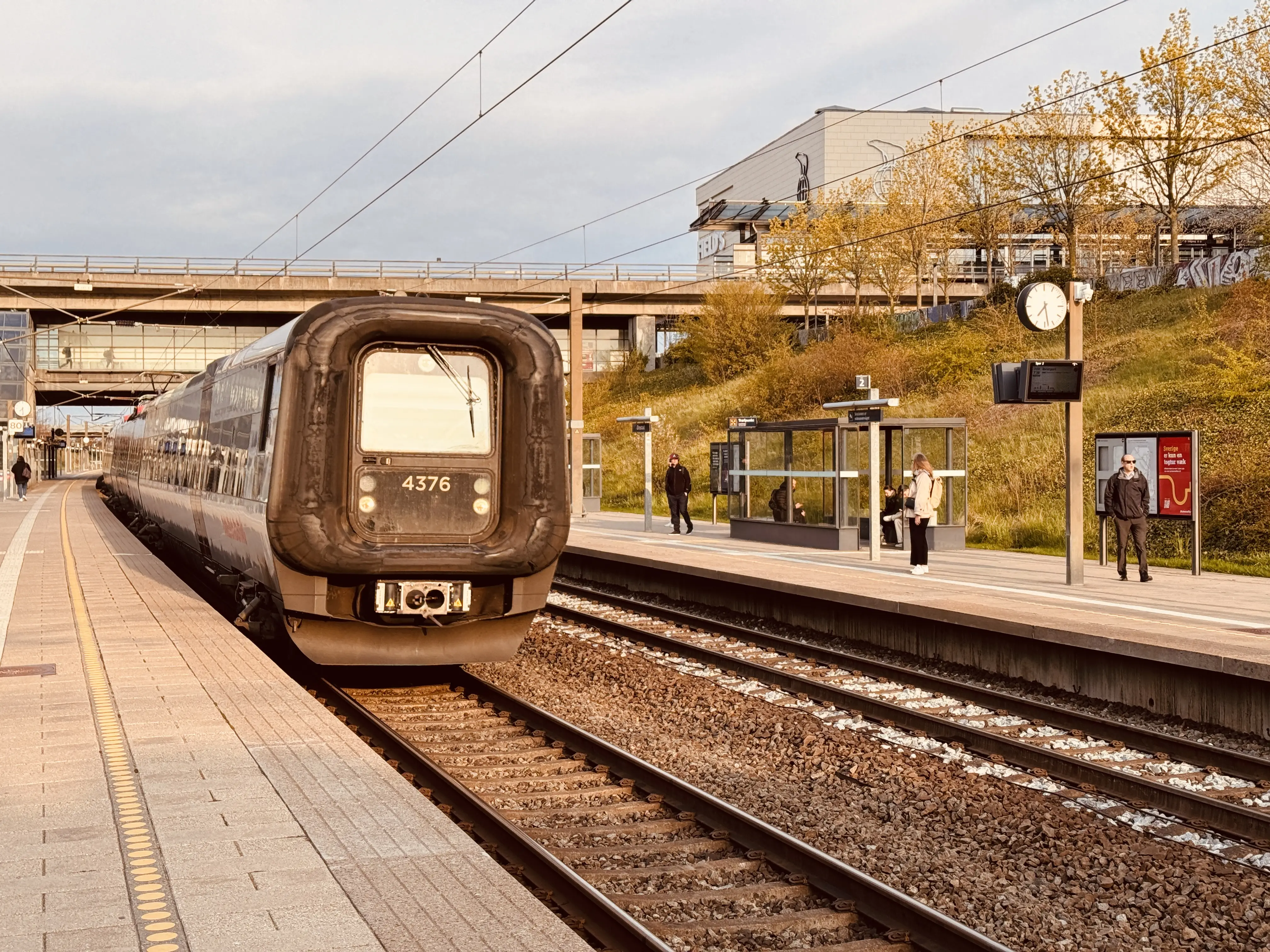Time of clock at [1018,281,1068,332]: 7:28
